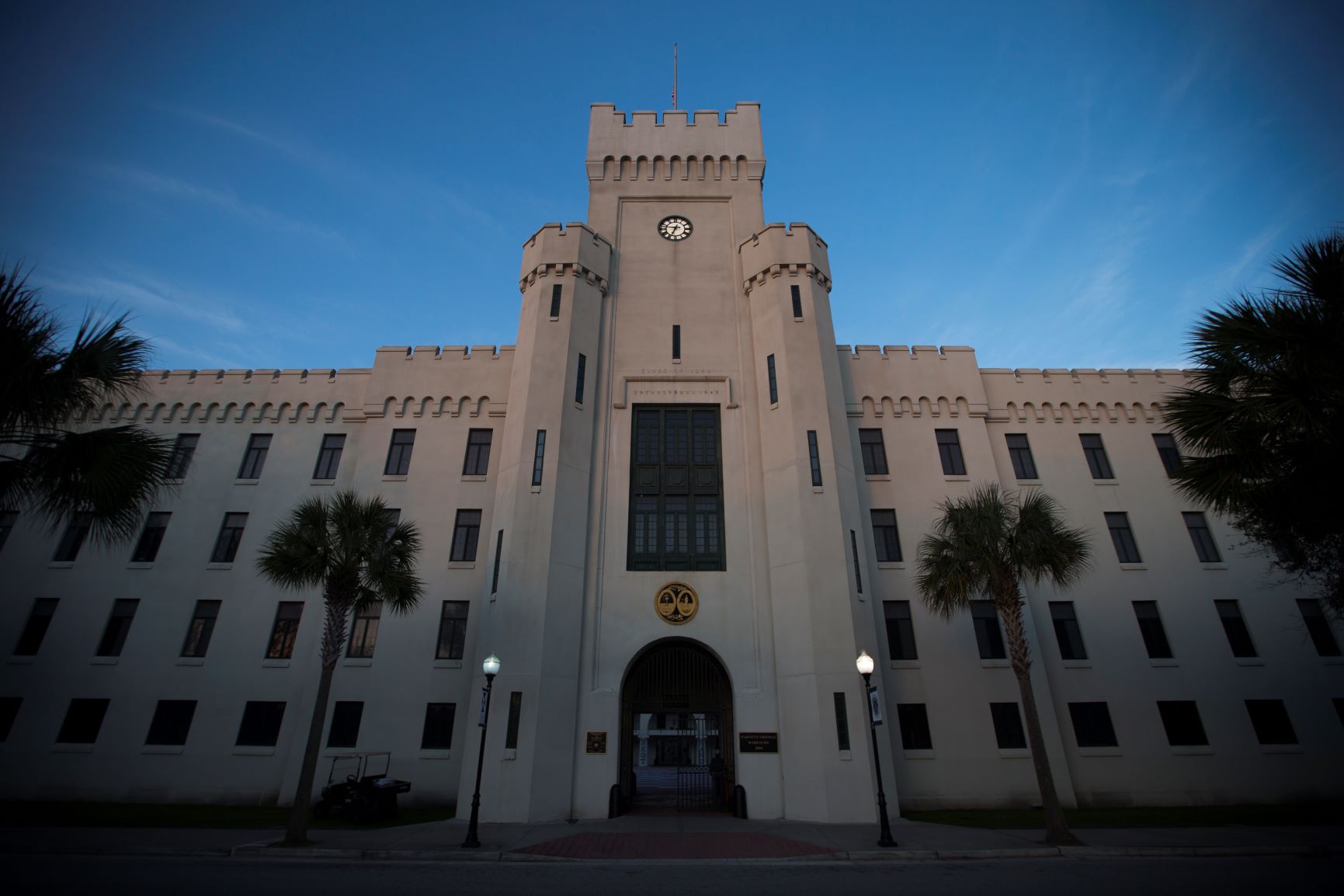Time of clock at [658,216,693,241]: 6:46
